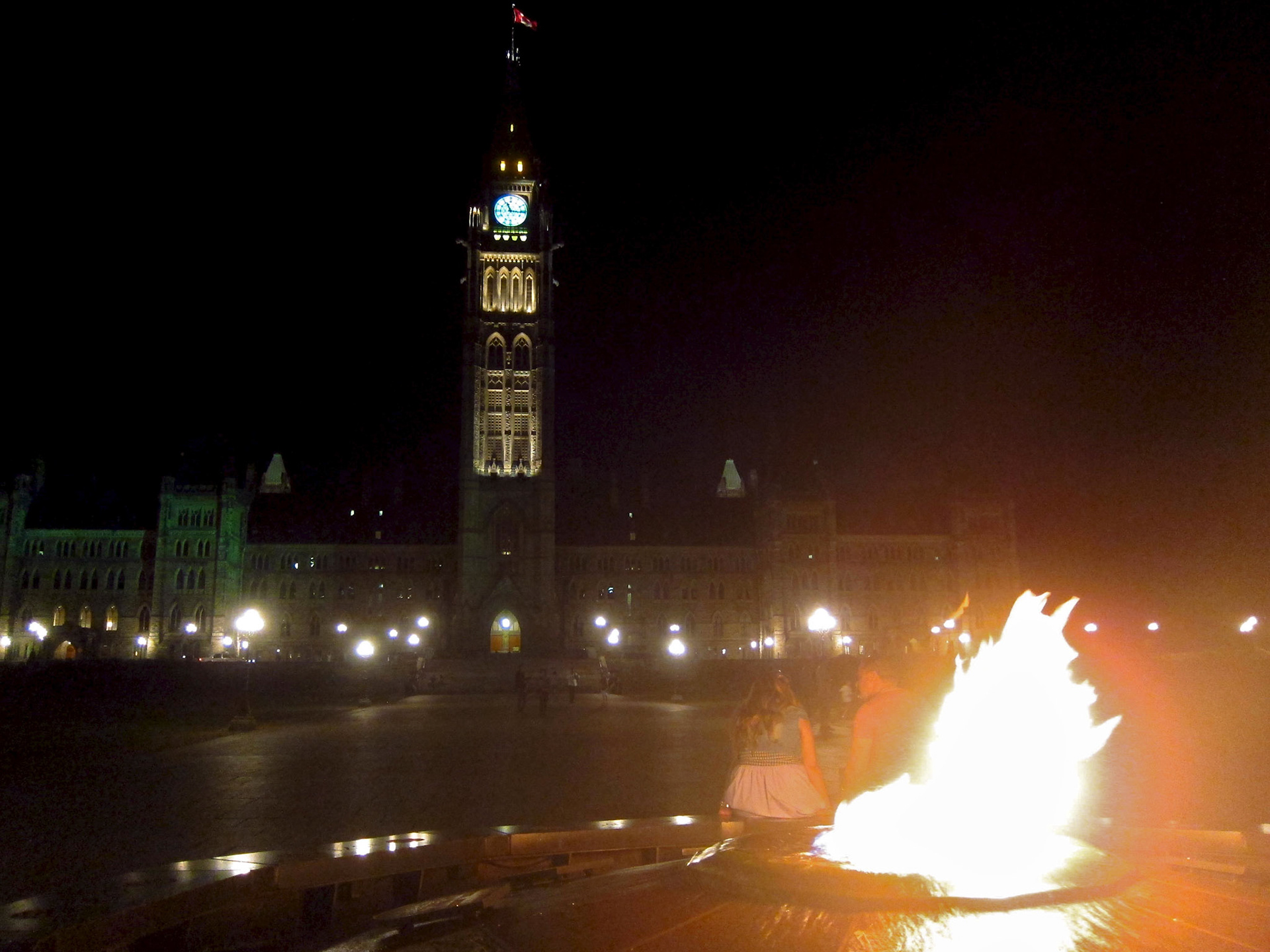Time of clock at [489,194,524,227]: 11:16
